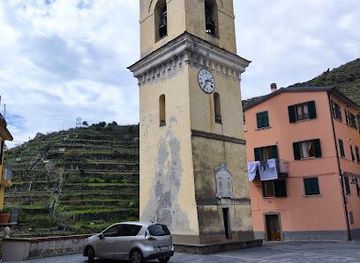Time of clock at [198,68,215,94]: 2:35
